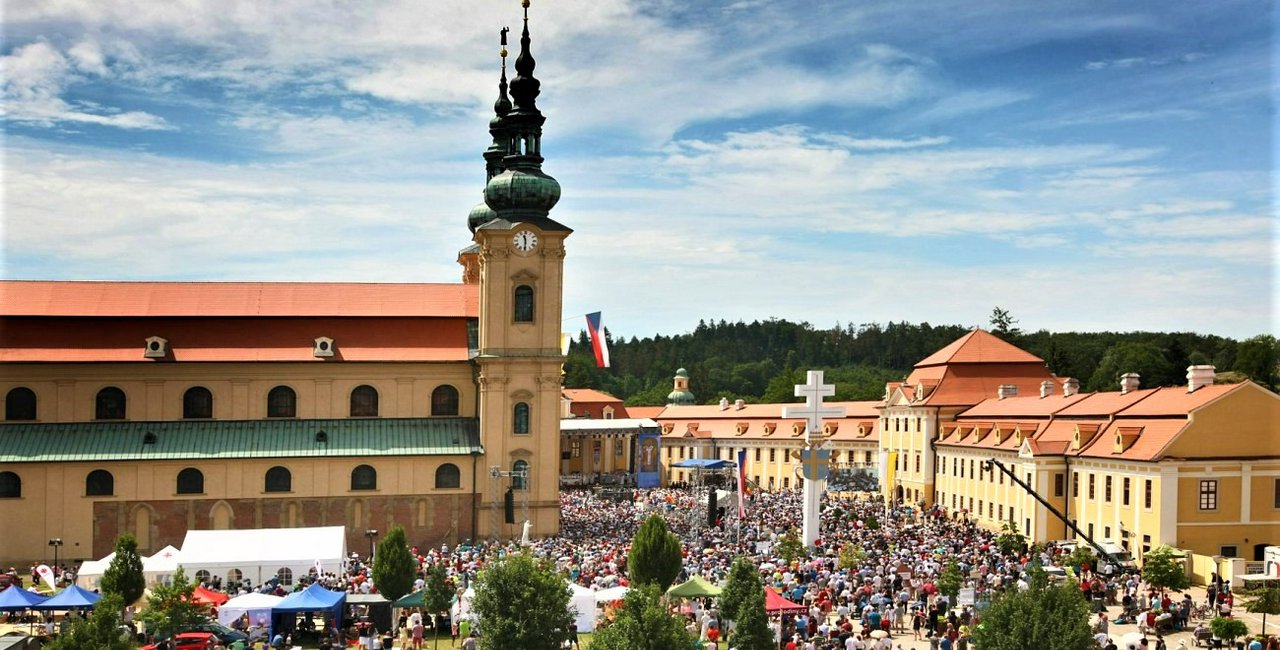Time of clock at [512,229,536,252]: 11:30
